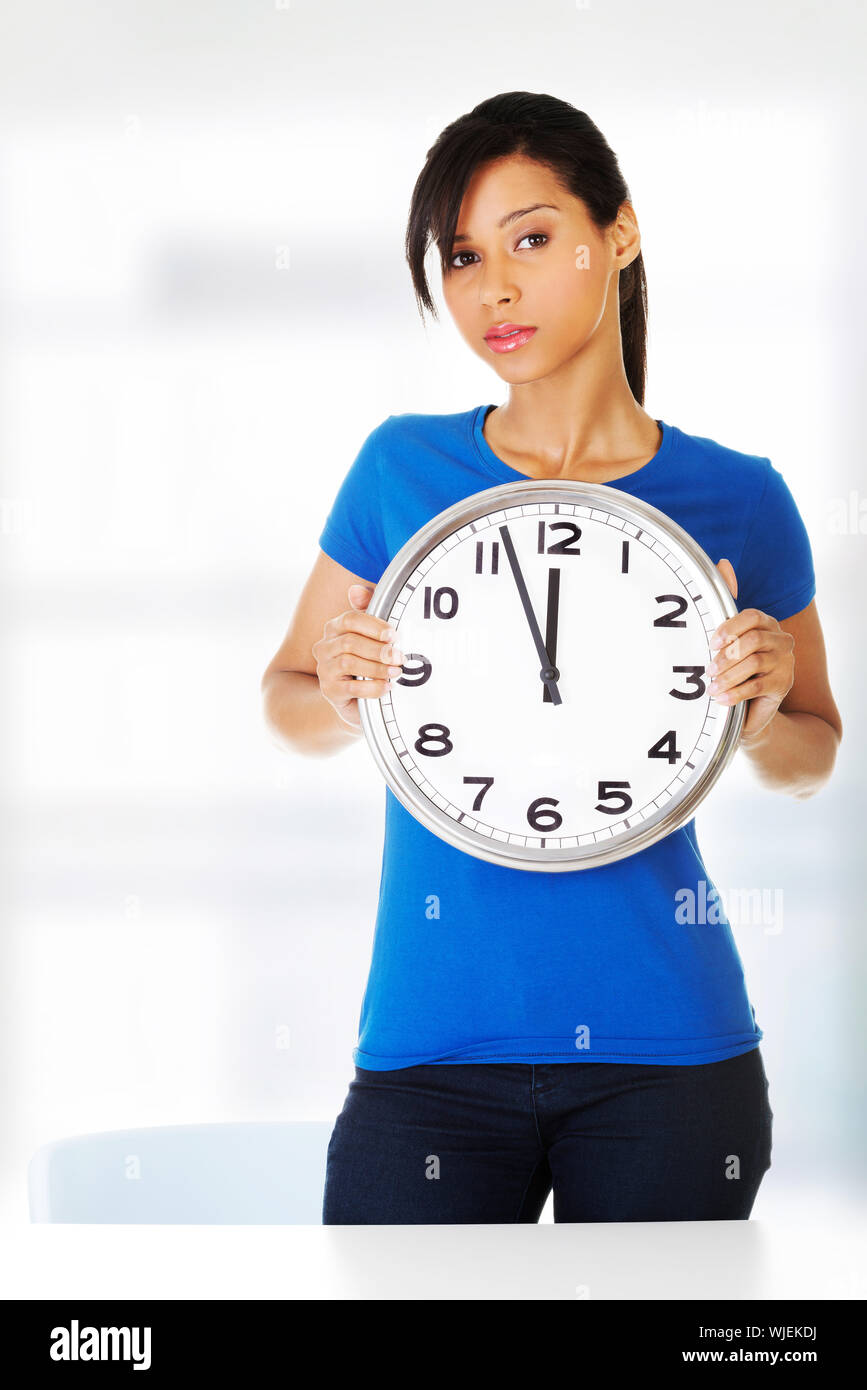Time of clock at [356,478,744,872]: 11:56
